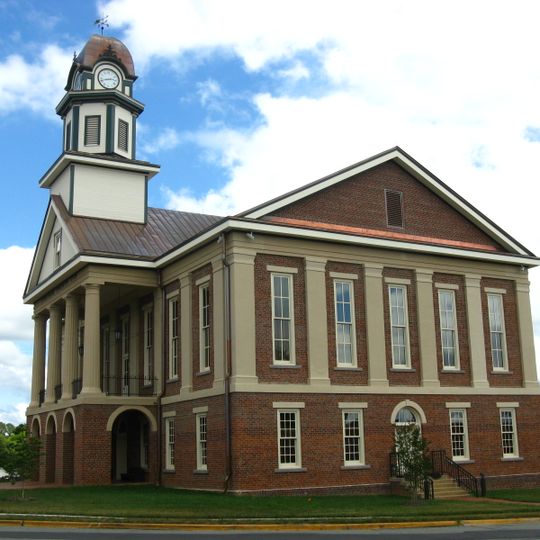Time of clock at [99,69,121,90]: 2:42
